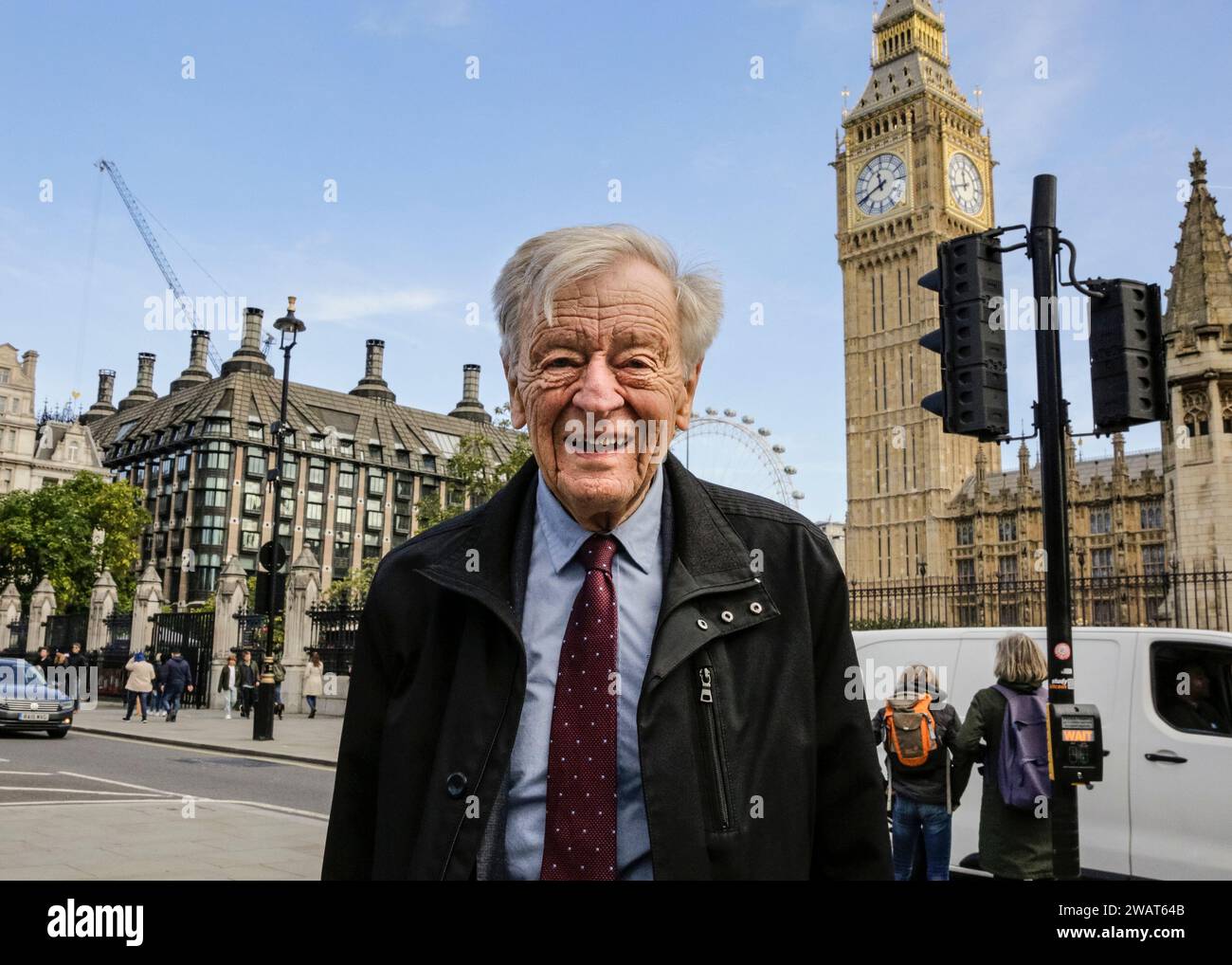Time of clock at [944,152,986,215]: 11:41
